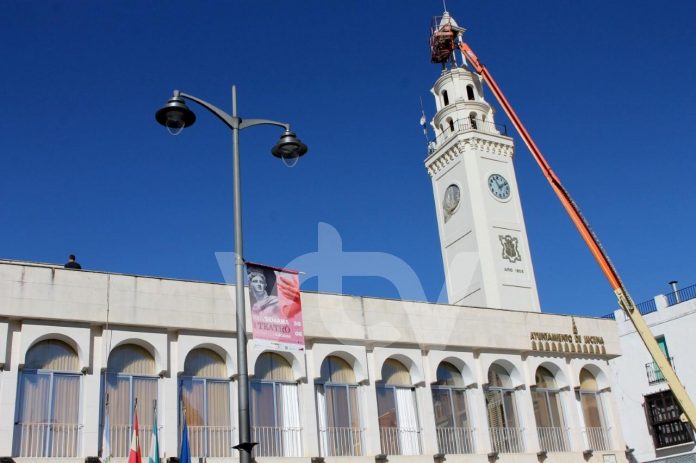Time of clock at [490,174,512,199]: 1:56
